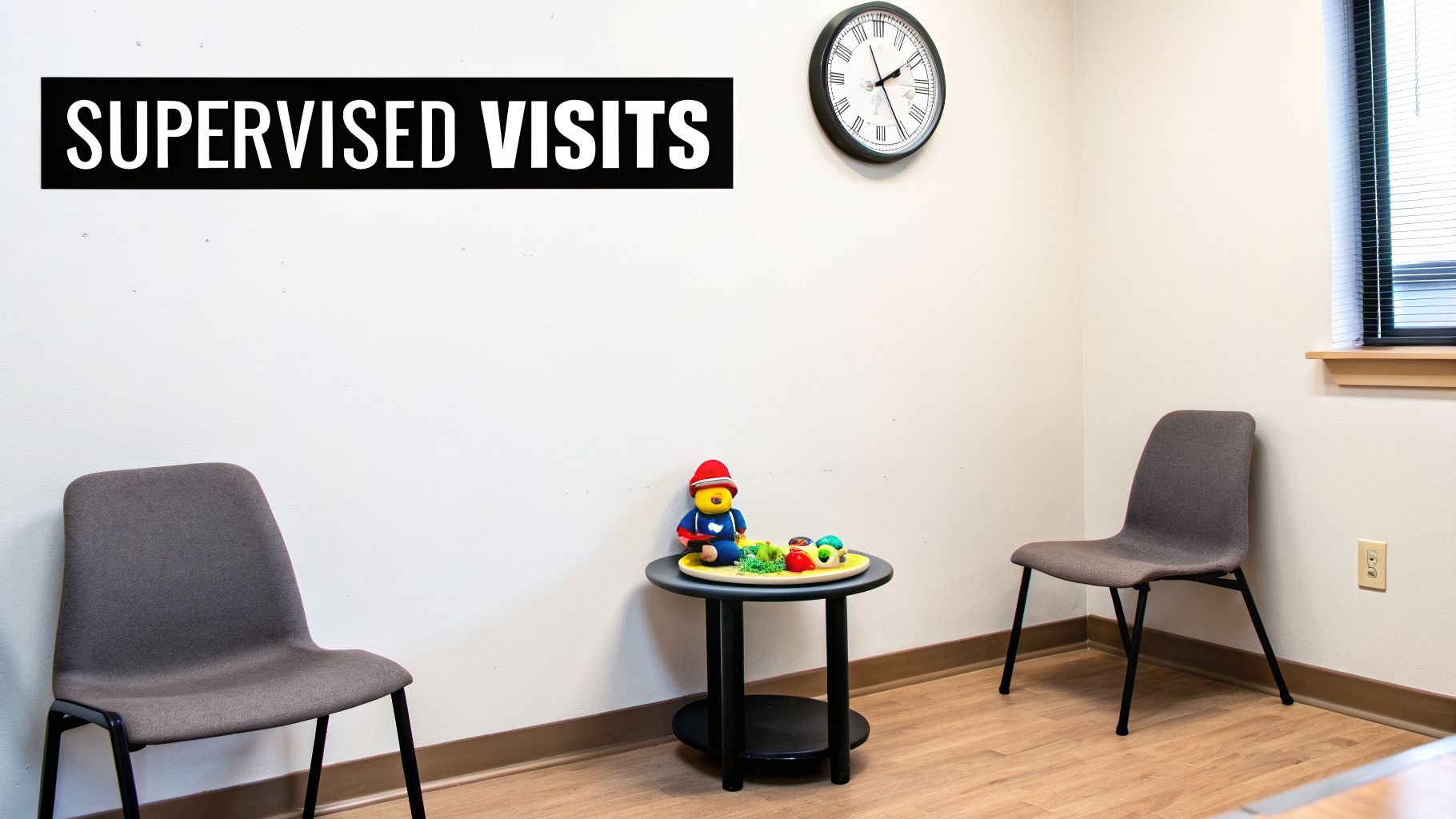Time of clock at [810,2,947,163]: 1:56
